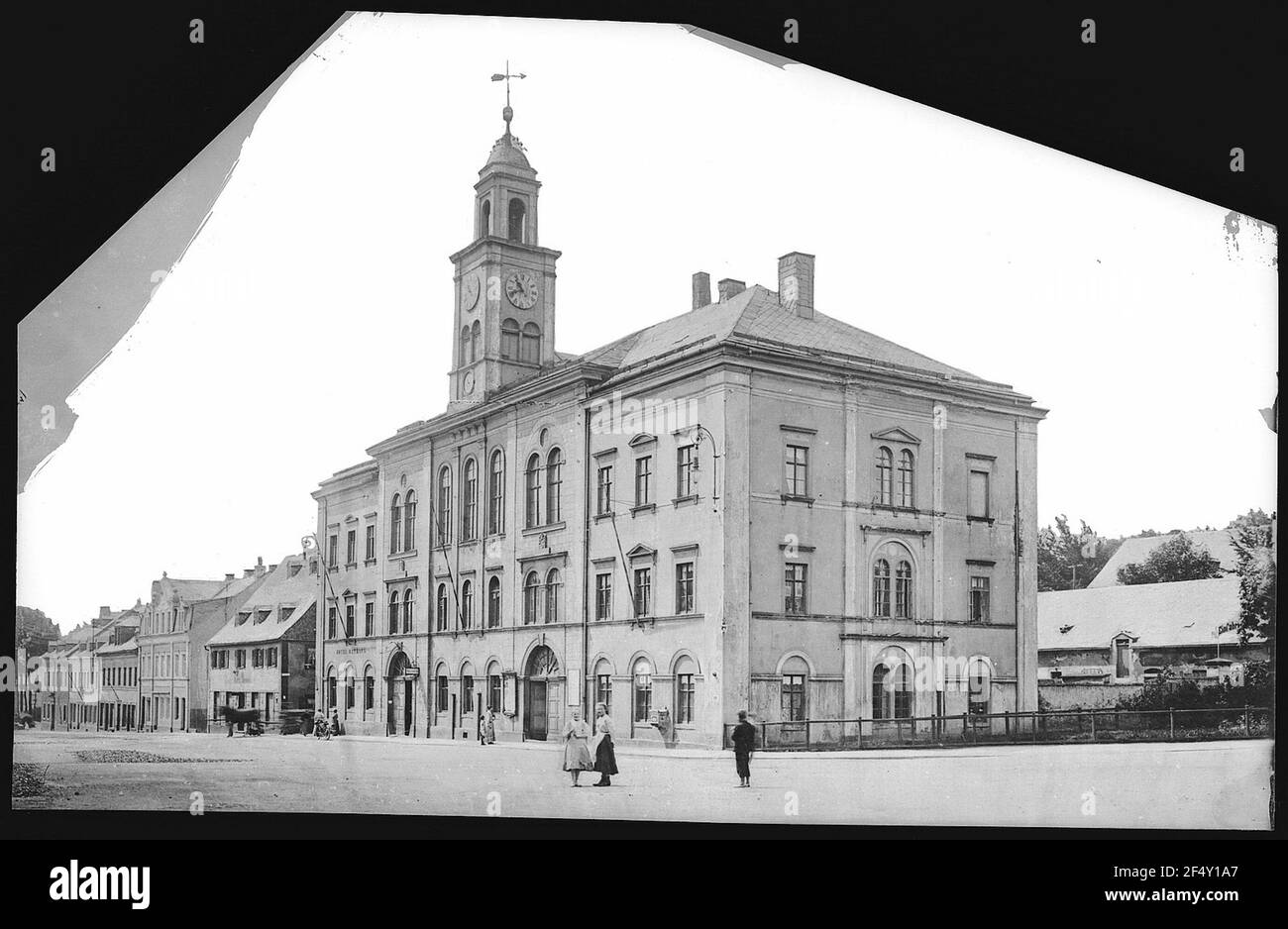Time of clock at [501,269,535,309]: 10:41
